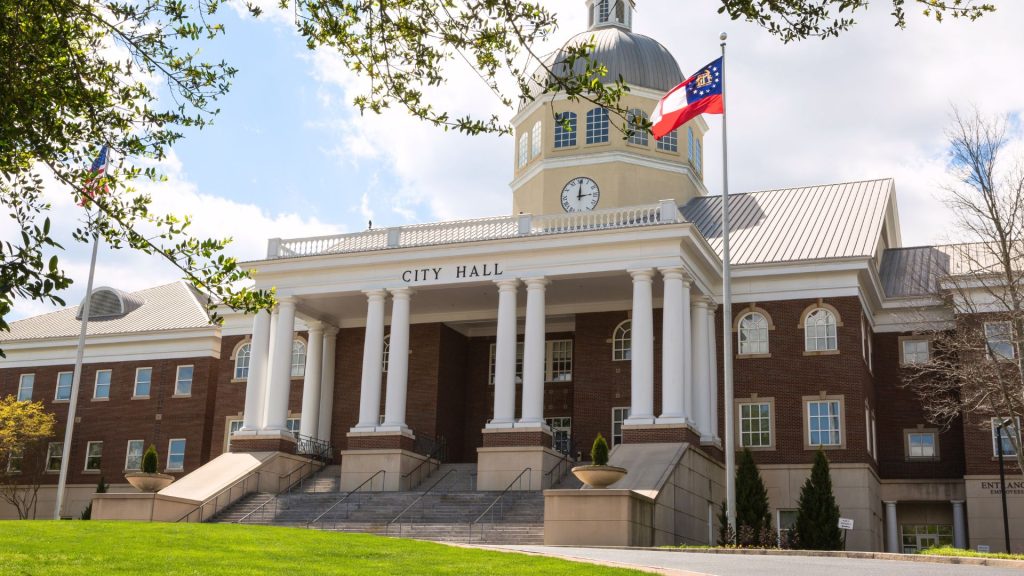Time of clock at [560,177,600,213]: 3:00
